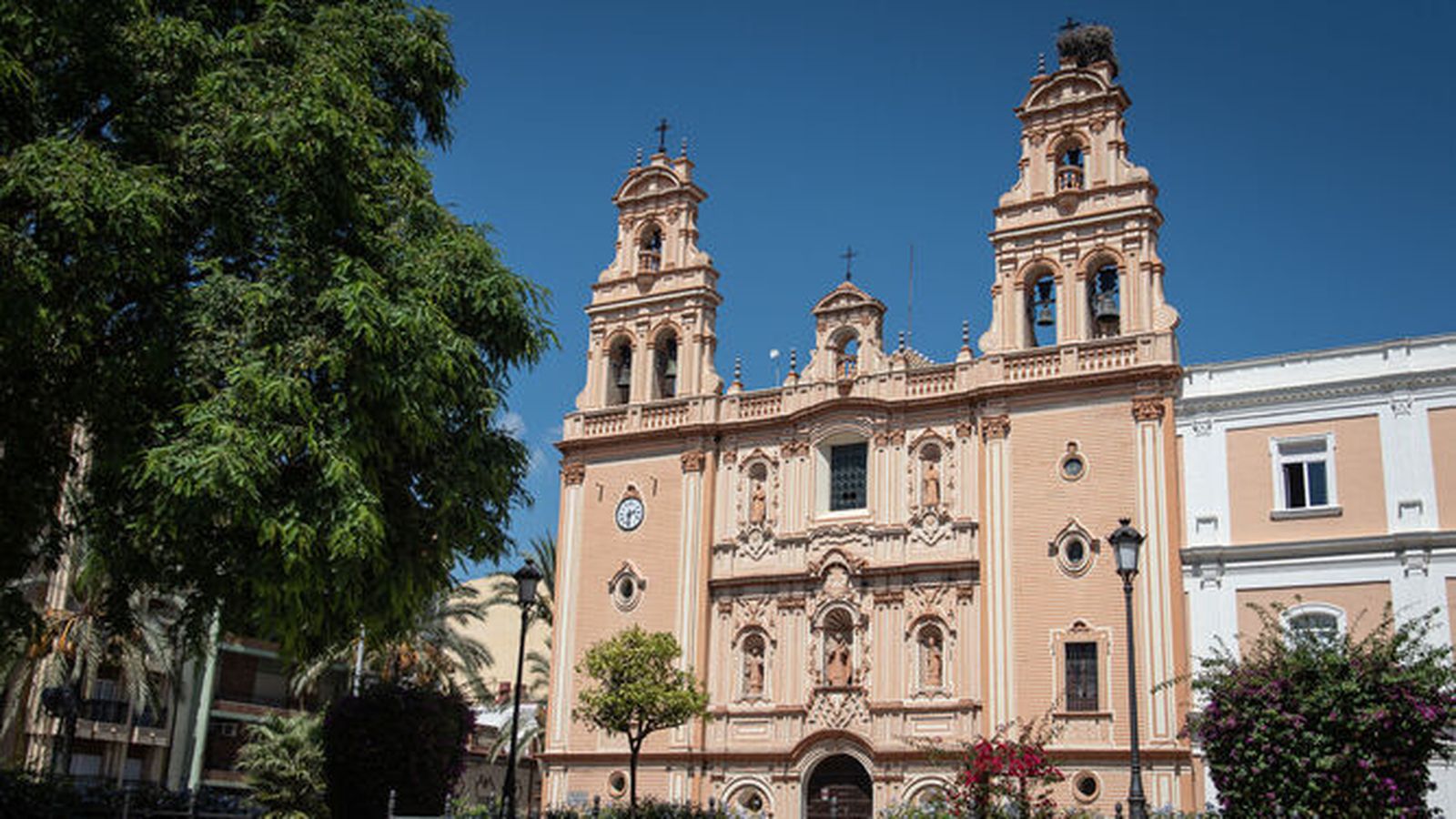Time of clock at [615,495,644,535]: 2:31
